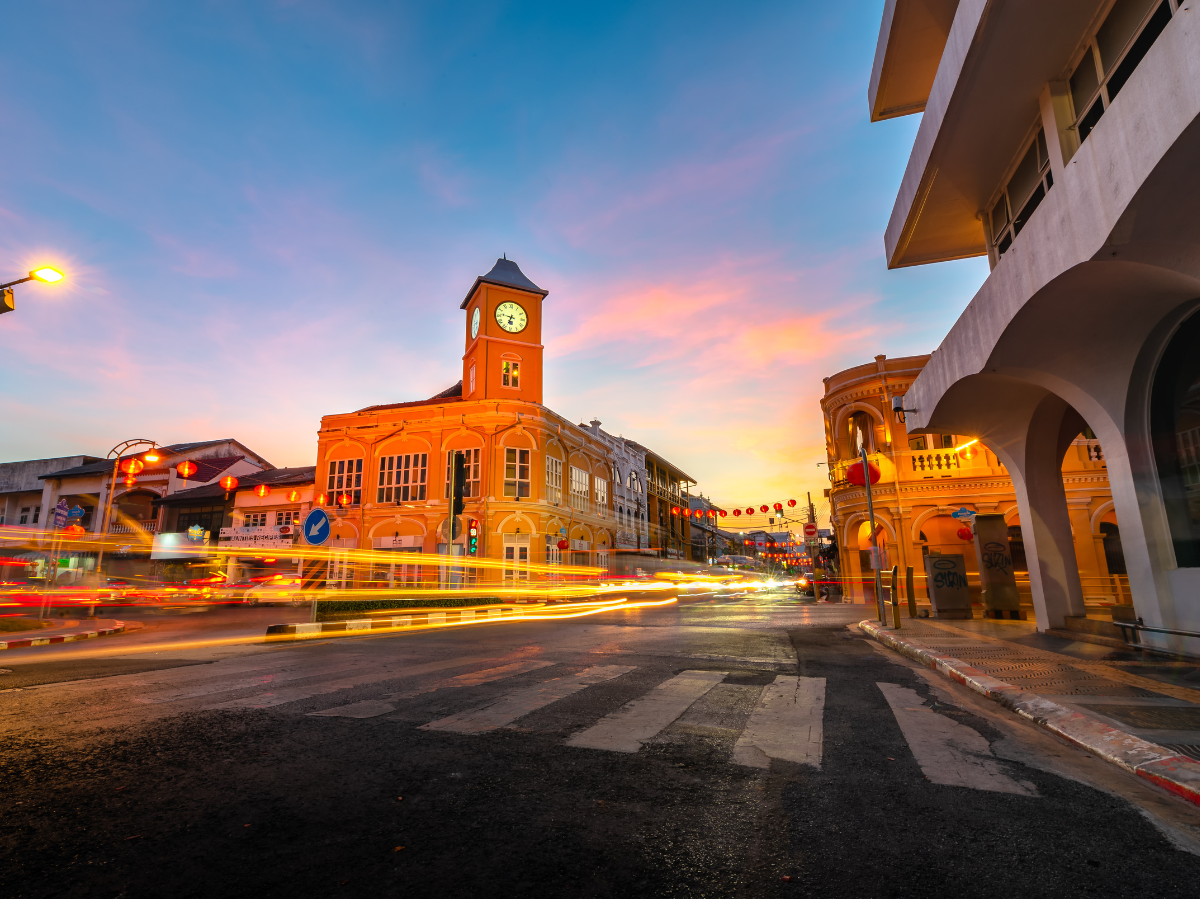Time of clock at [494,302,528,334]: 6:46
